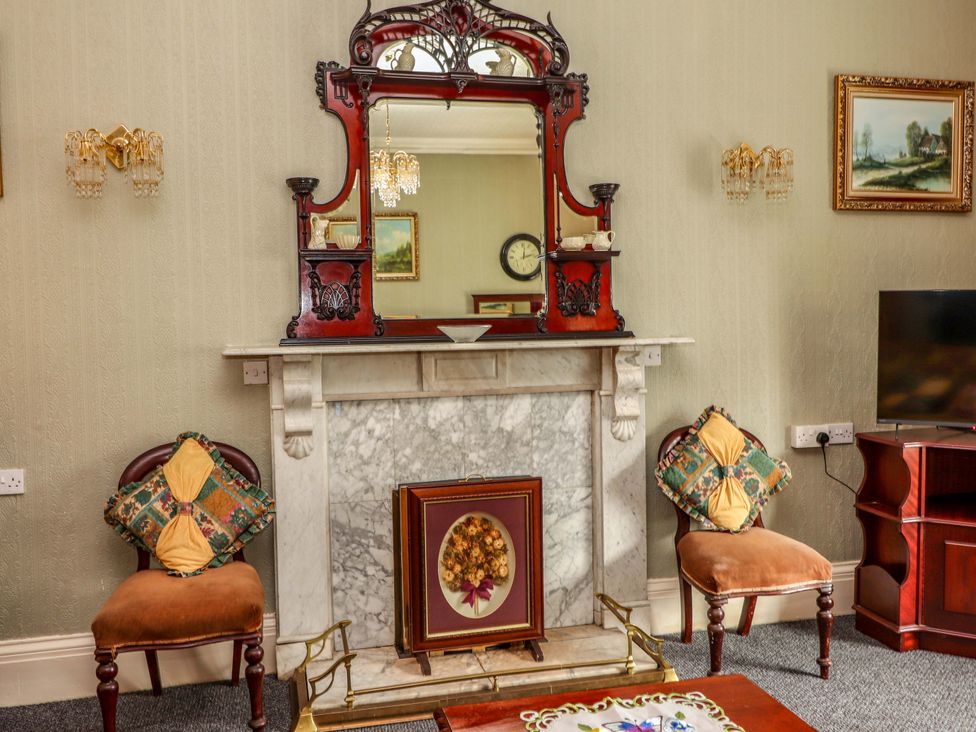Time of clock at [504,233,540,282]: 12:12
